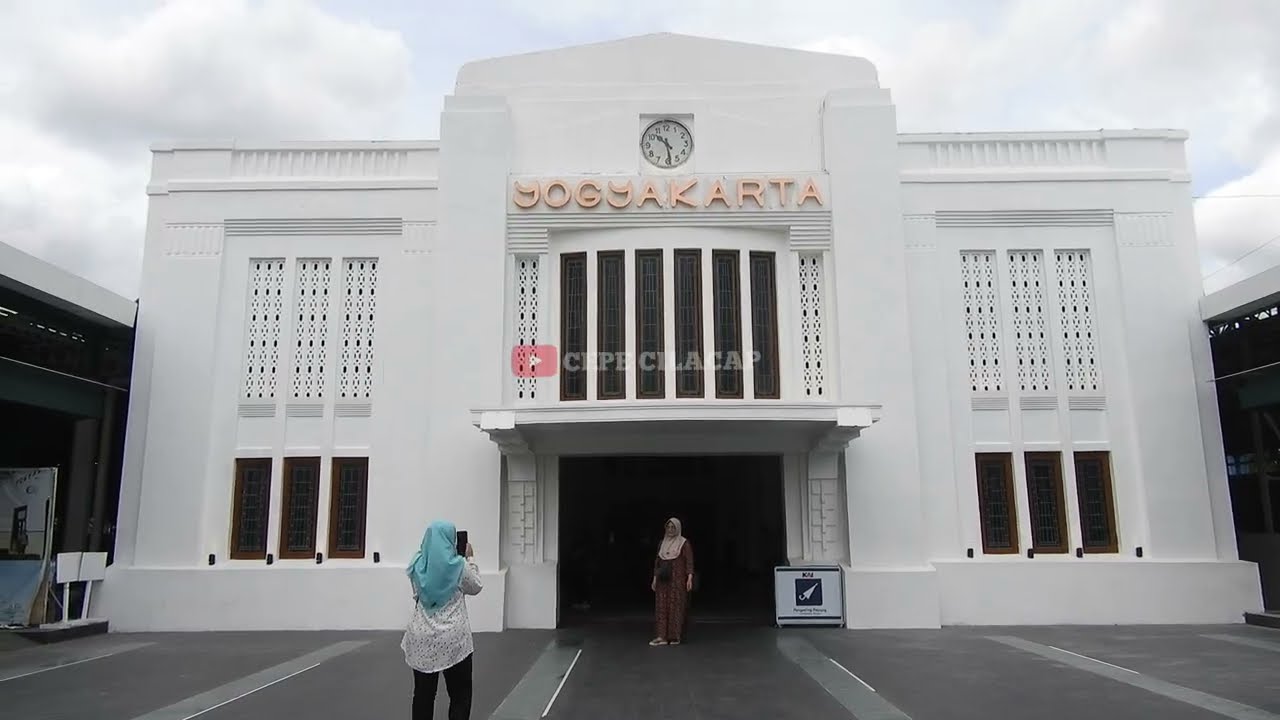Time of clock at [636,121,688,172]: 10:28
